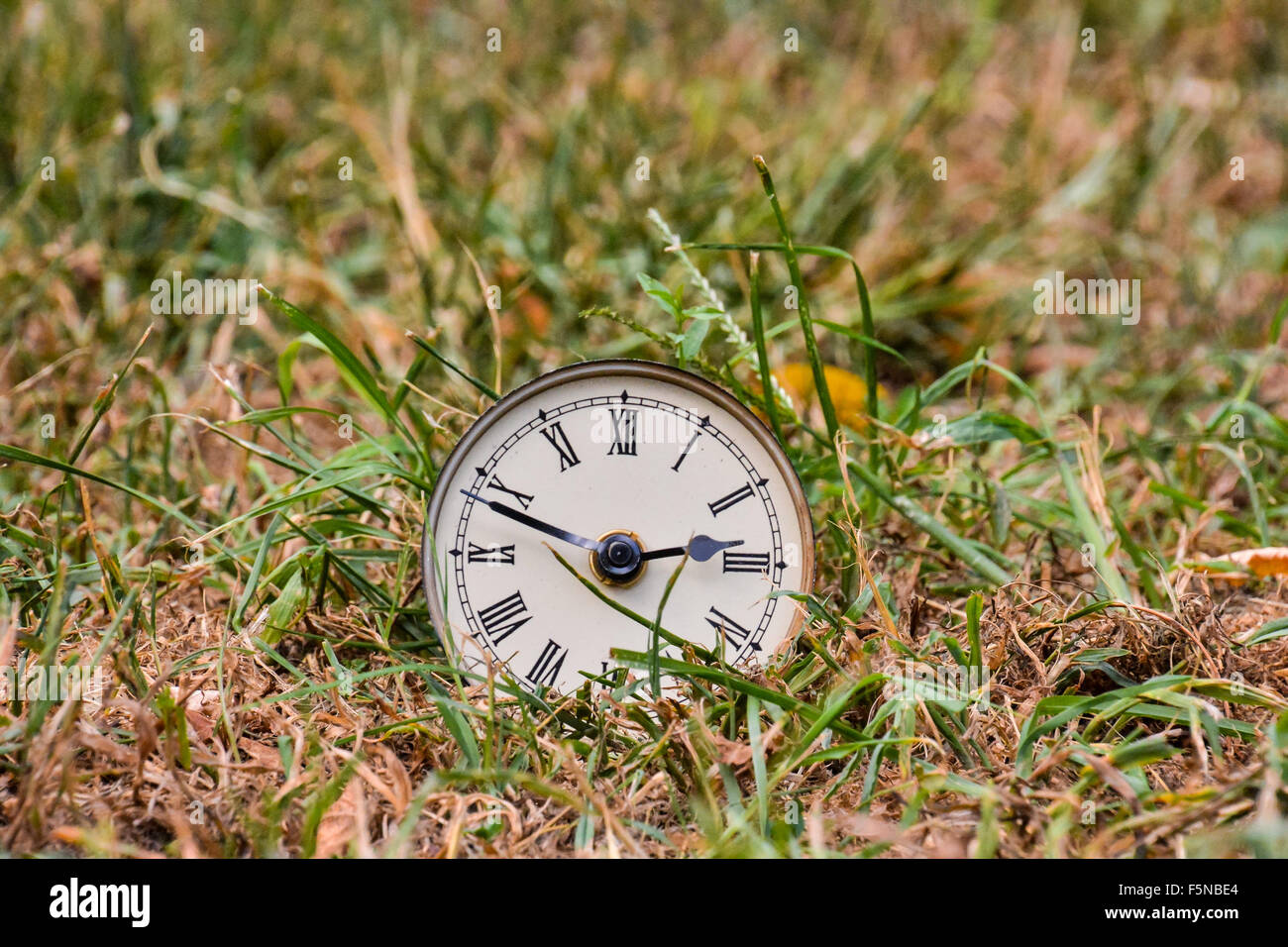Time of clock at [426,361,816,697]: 2:48
